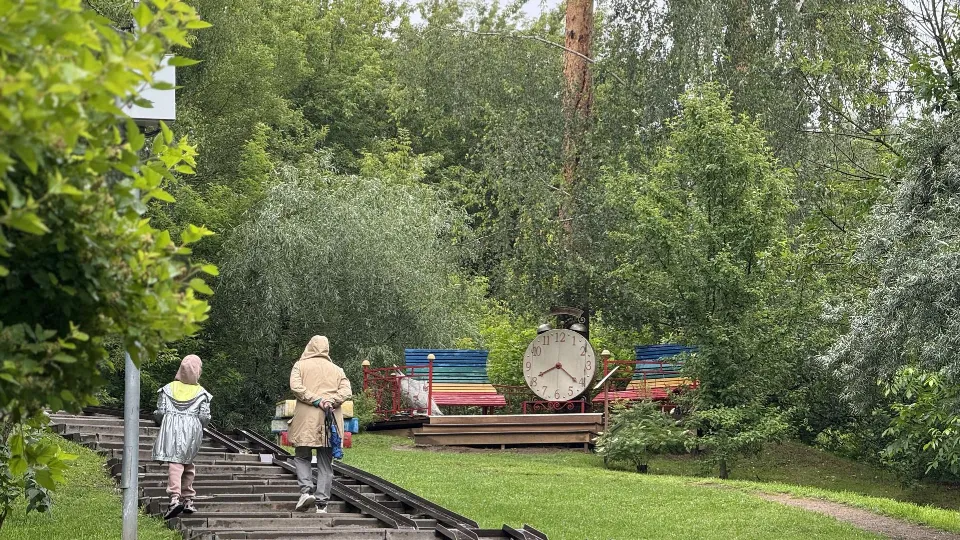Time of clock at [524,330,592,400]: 8:21
